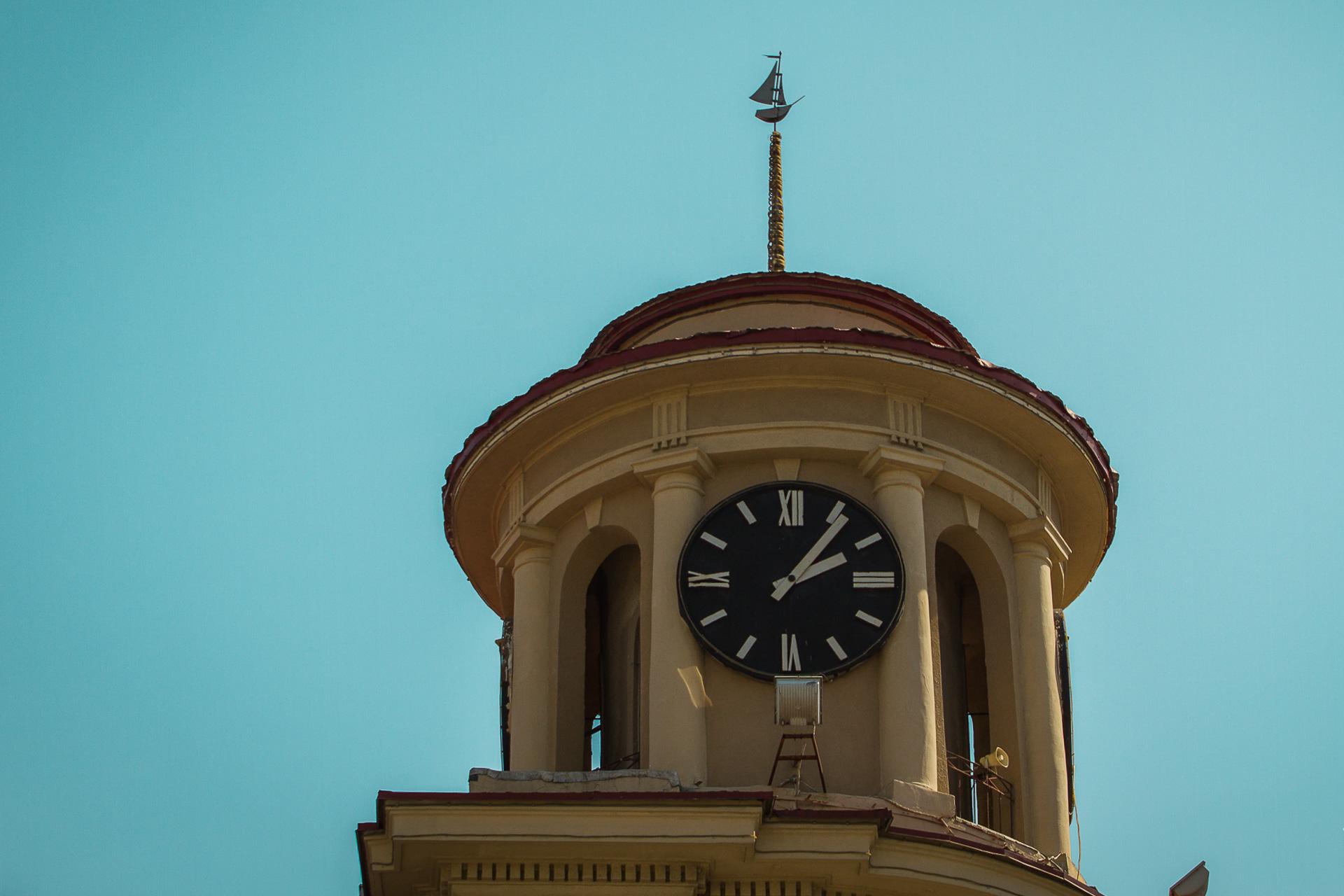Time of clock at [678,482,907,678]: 2:06
